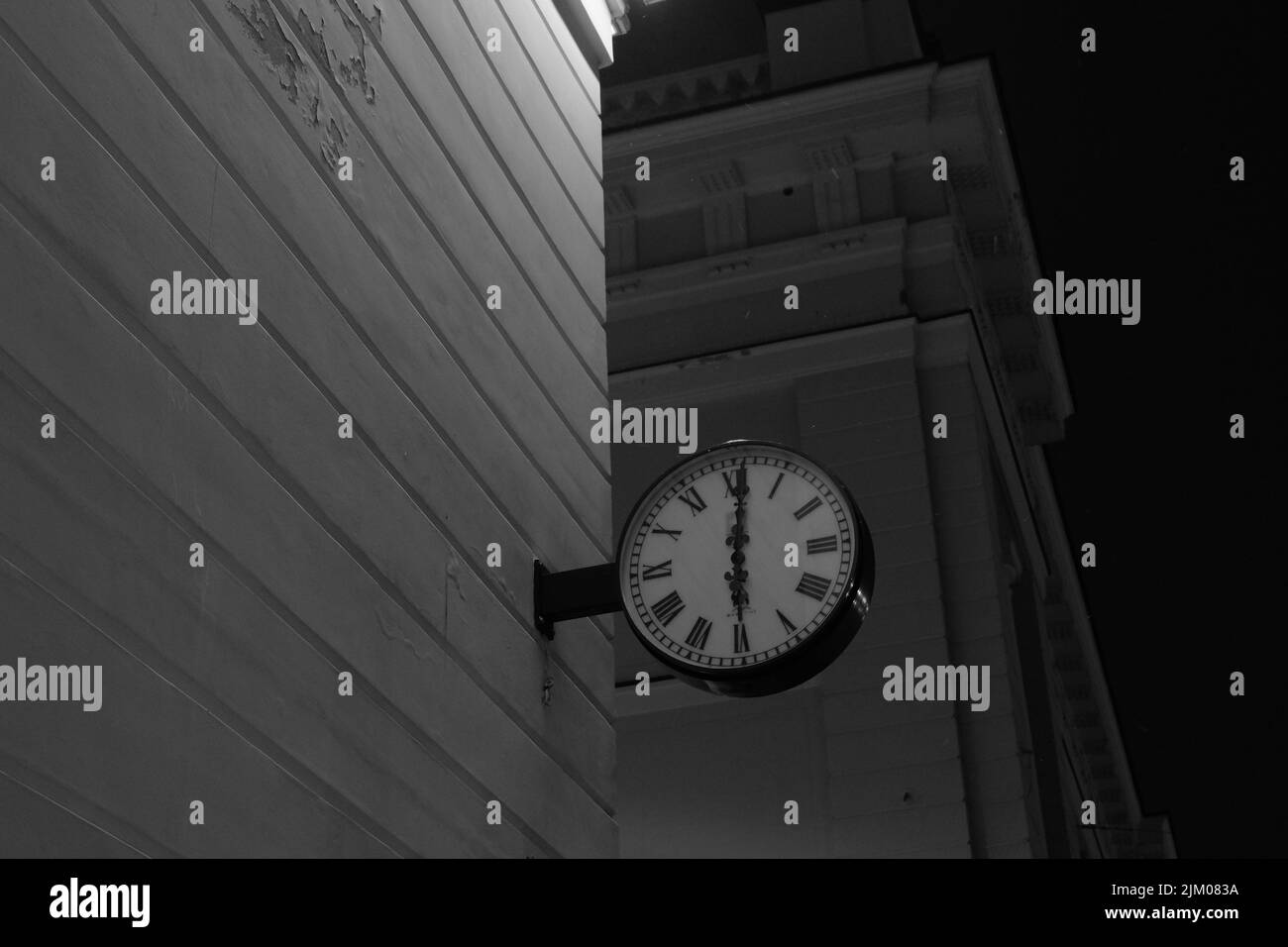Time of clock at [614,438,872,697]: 6:00
